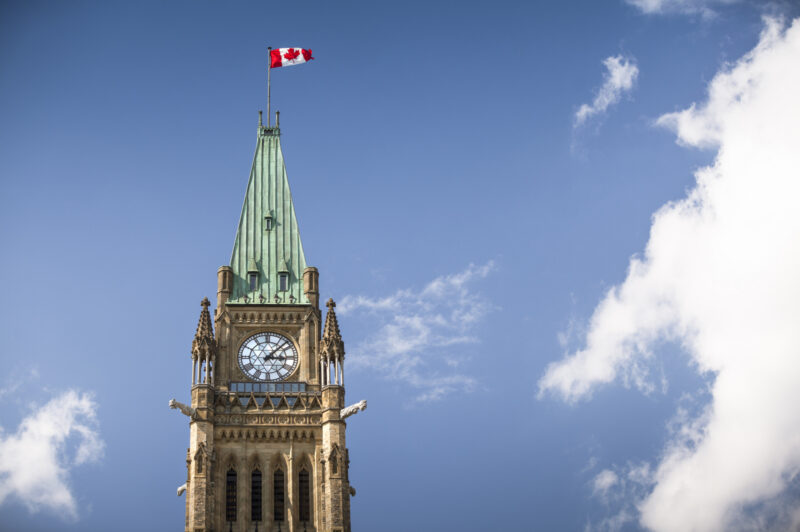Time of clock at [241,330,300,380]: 3:07
